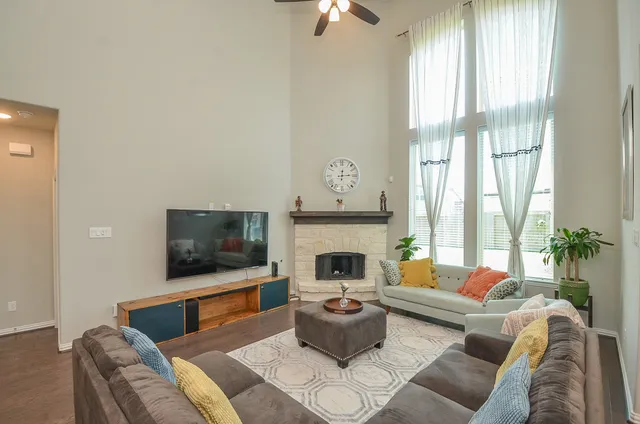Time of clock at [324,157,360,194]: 12:13
